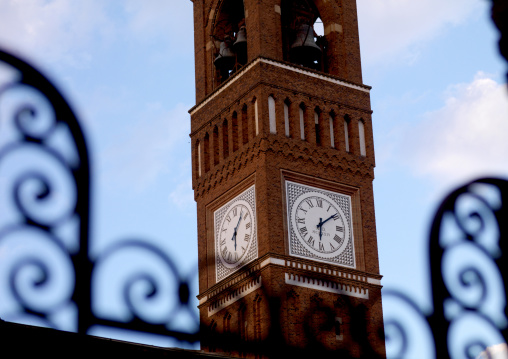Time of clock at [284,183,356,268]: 6:08
